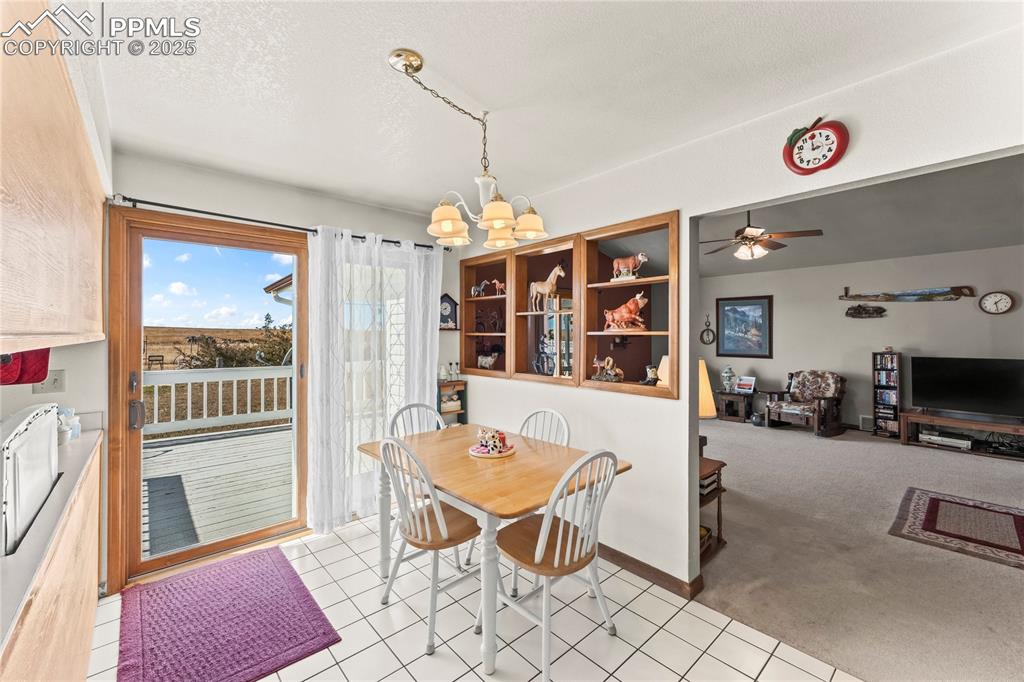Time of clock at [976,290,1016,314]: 1:28
